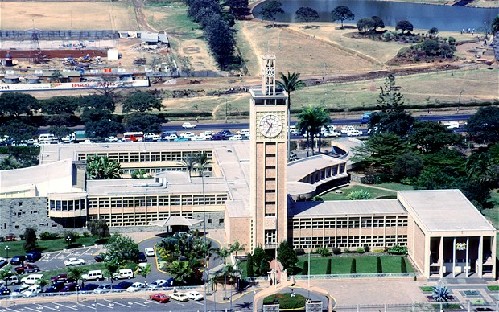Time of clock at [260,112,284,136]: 10:34
